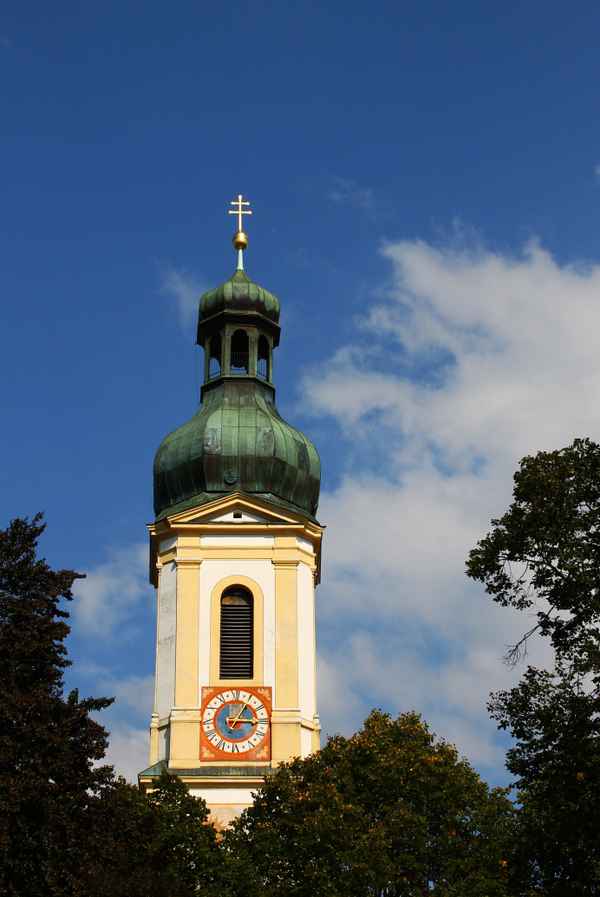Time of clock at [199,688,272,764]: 3:05
